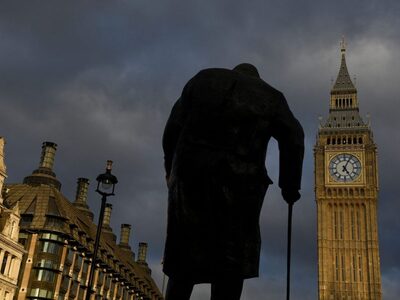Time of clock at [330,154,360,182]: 5:04
